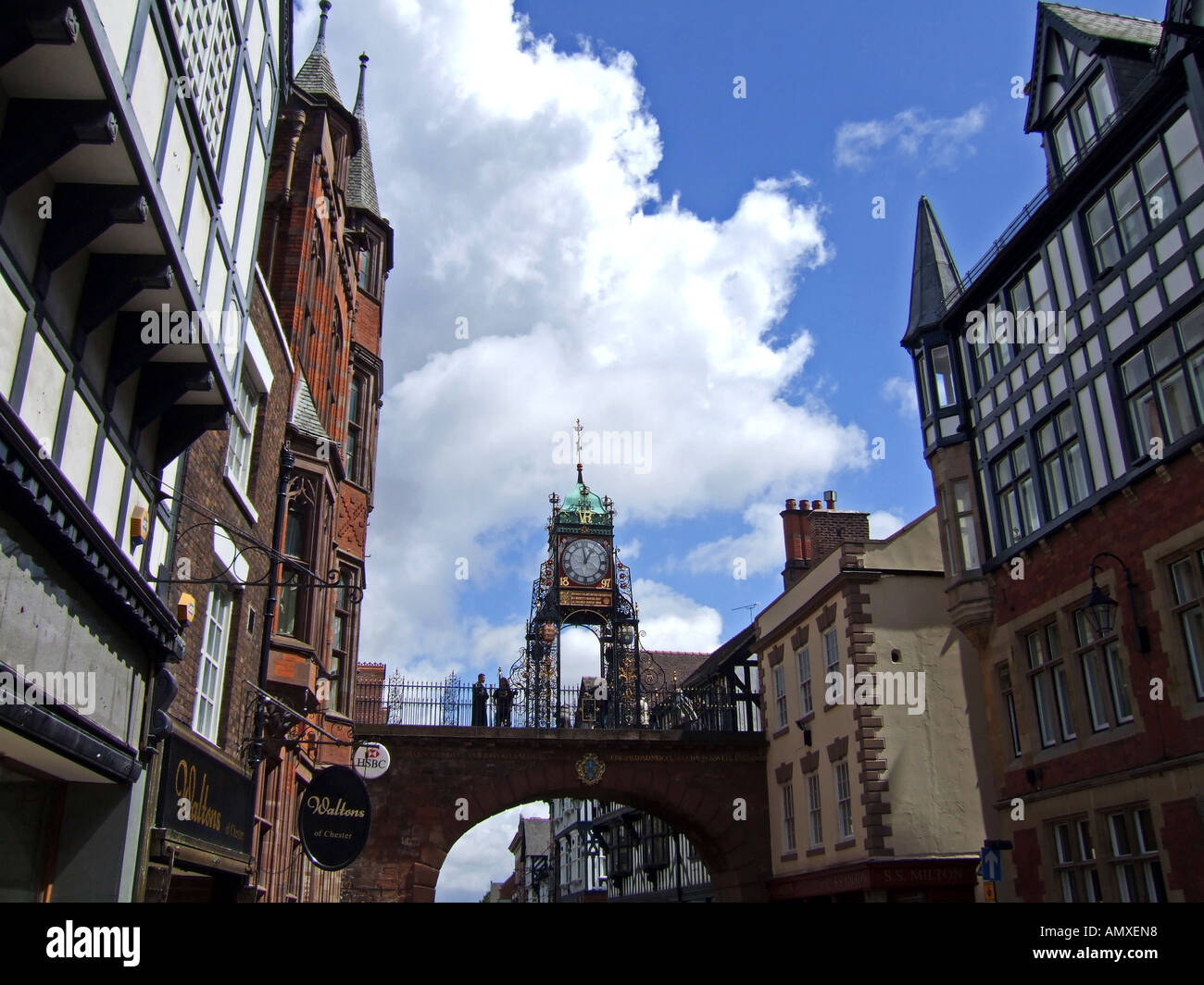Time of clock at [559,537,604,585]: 12:58
